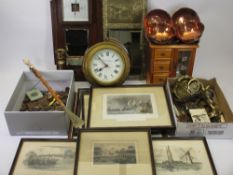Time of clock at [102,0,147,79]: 7:52
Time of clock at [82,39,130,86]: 7:52
